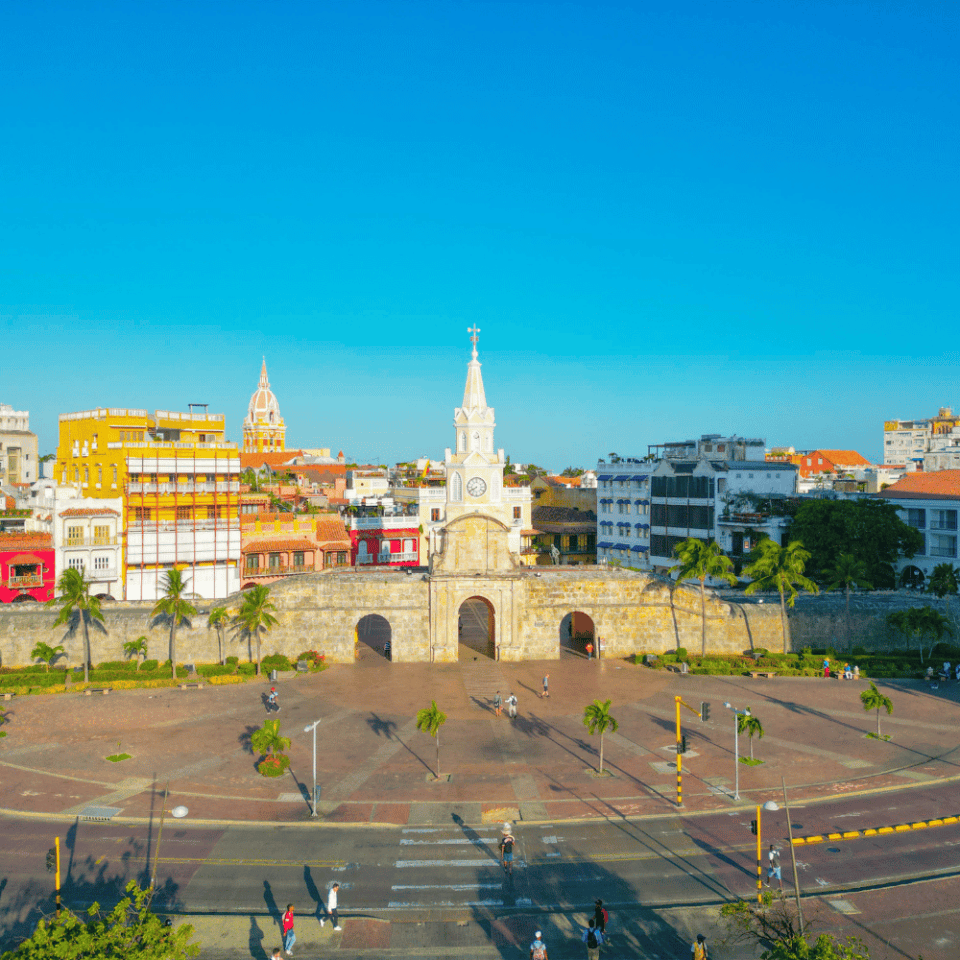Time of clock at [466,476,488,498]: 7:40
